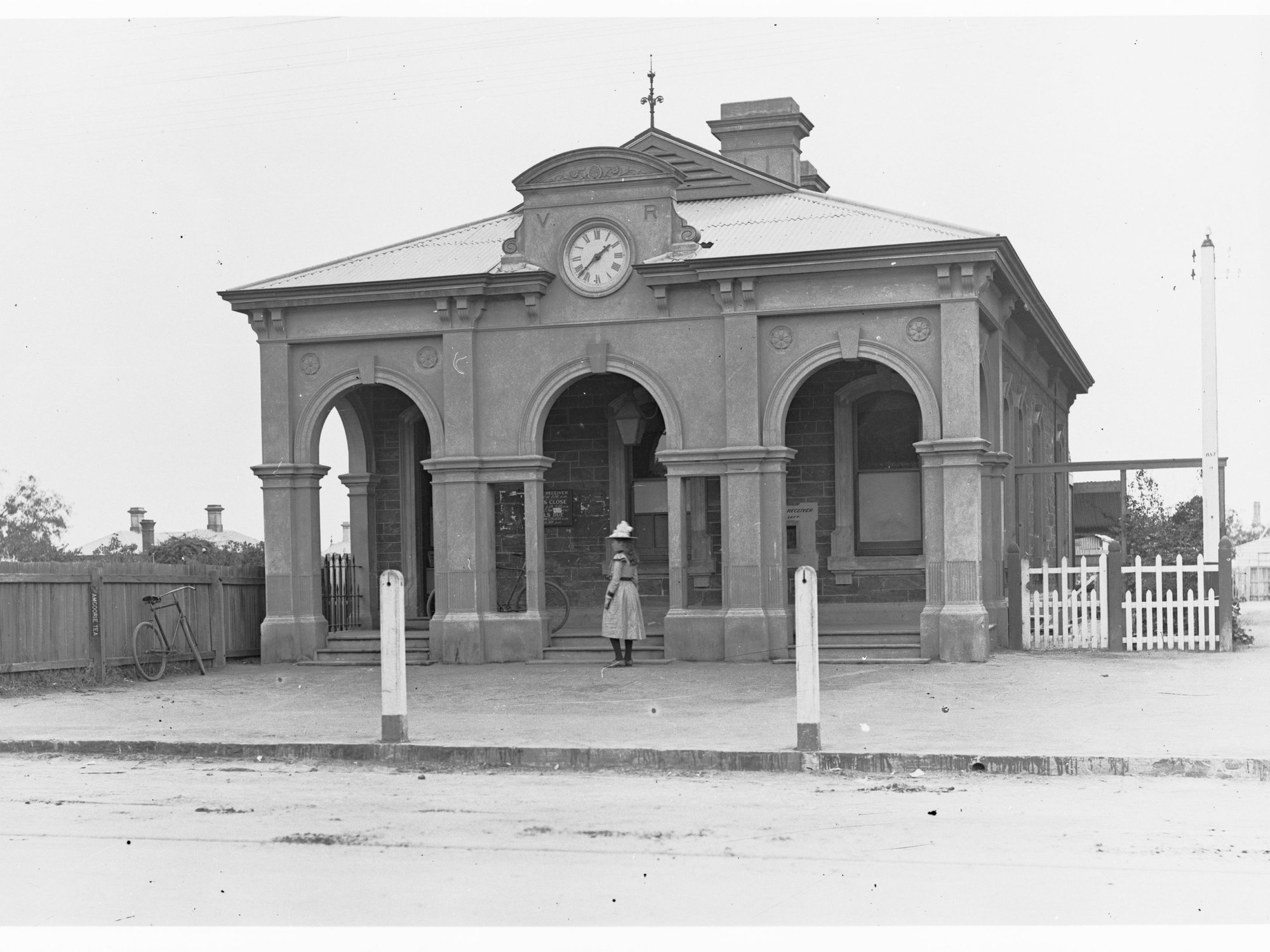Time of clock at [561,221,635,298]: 1:37
